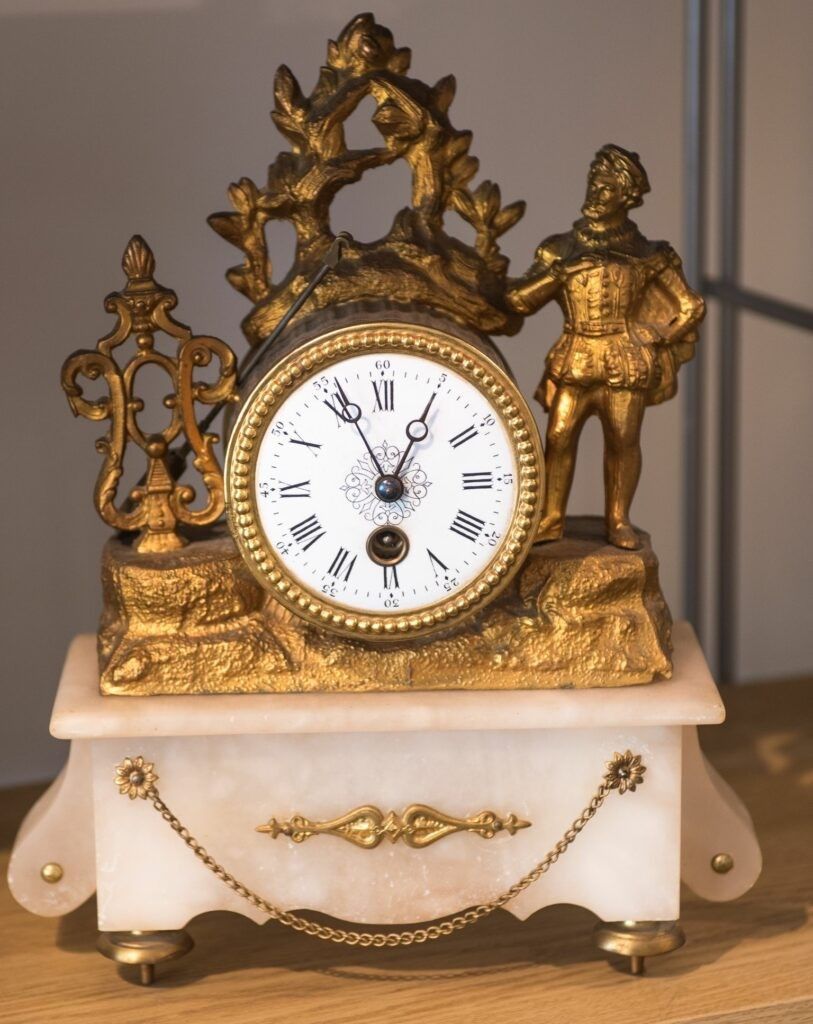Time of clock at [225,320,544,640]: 12:55
